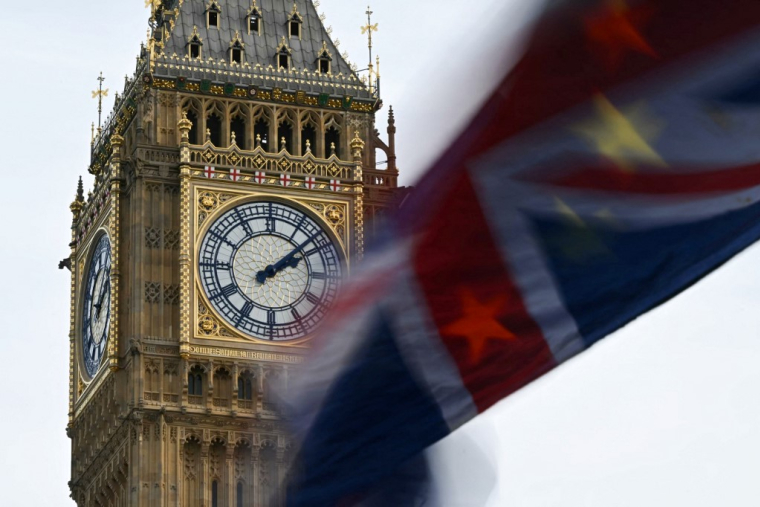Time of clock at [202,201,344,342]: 2:08
